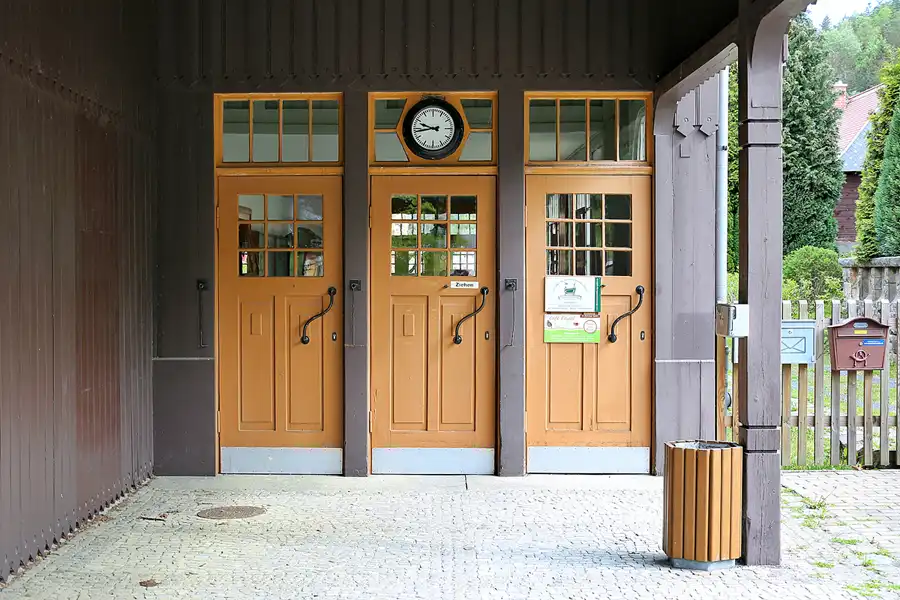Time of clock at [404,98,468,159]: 9:43
